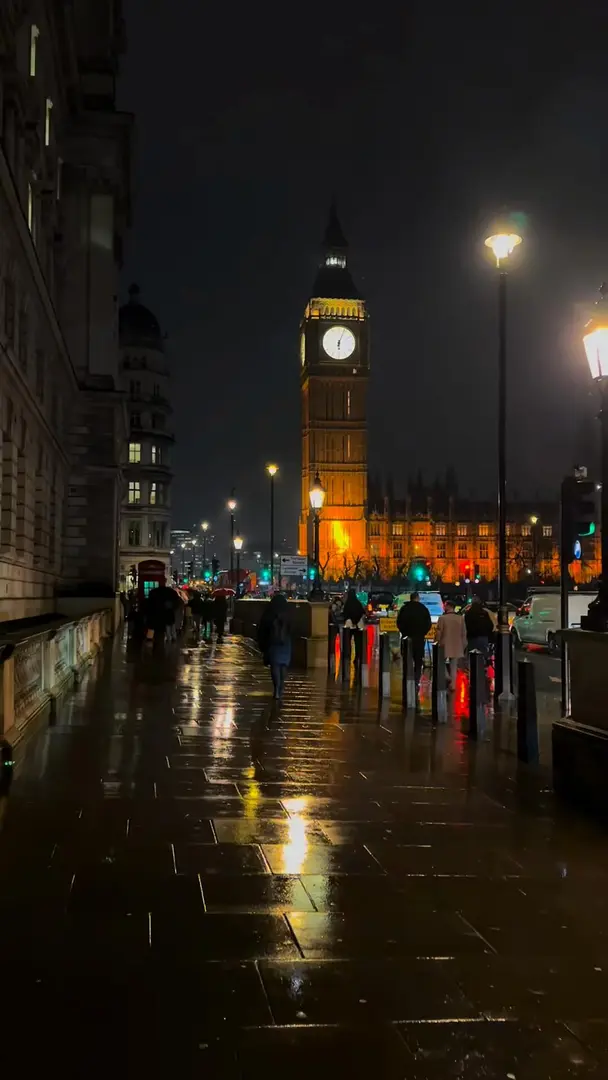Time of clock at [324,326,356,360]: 6:03
